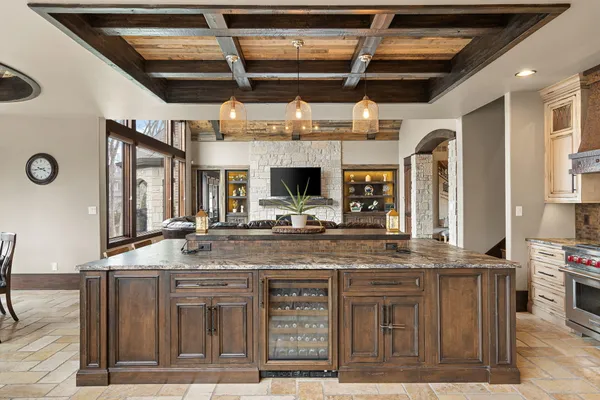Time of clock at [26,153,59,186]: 3:43
